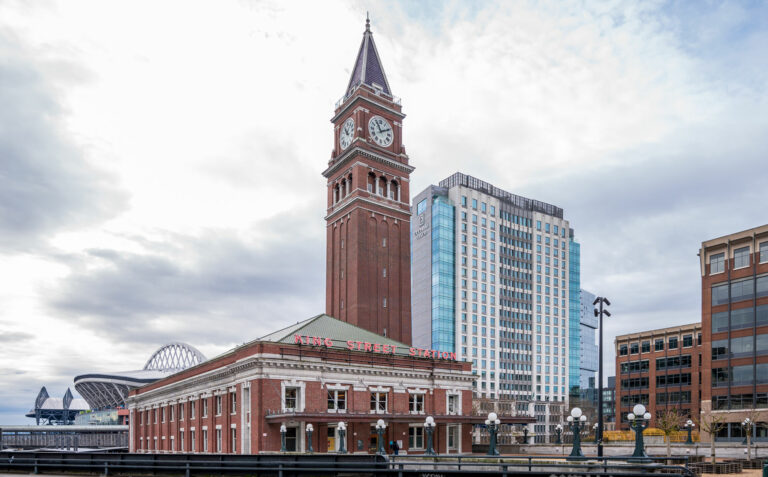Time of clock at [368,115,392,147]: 11:10
